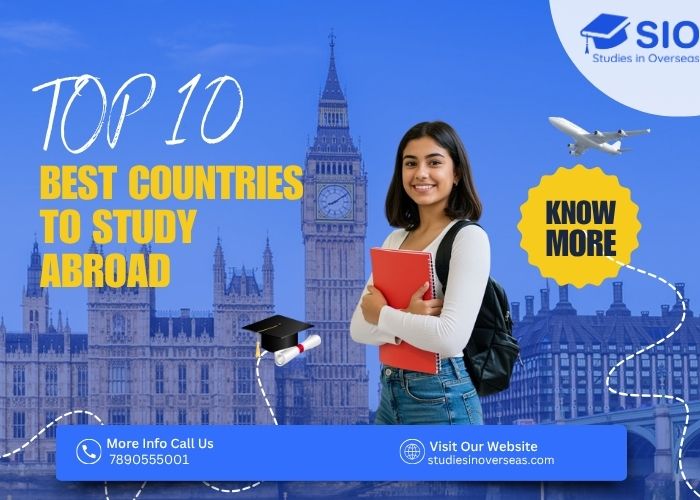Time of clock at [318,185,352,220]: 8:09
